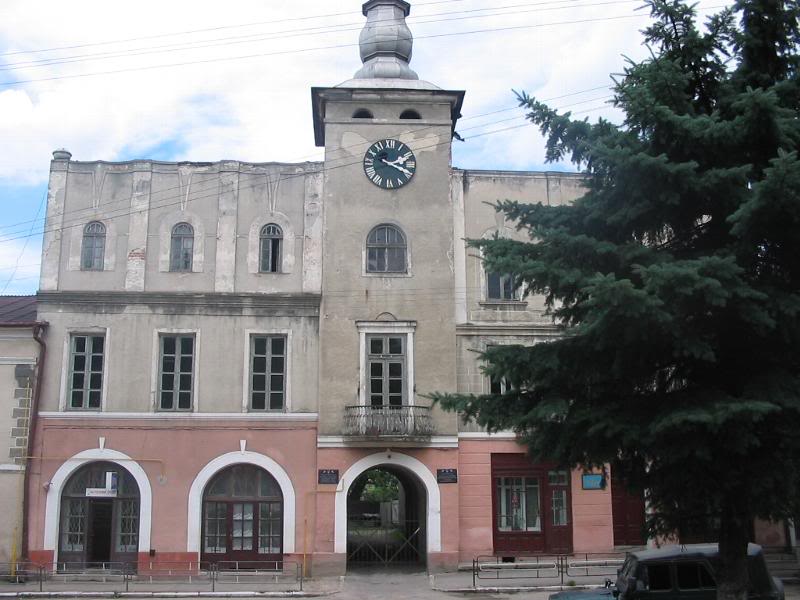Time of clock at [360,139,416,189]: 2:18
